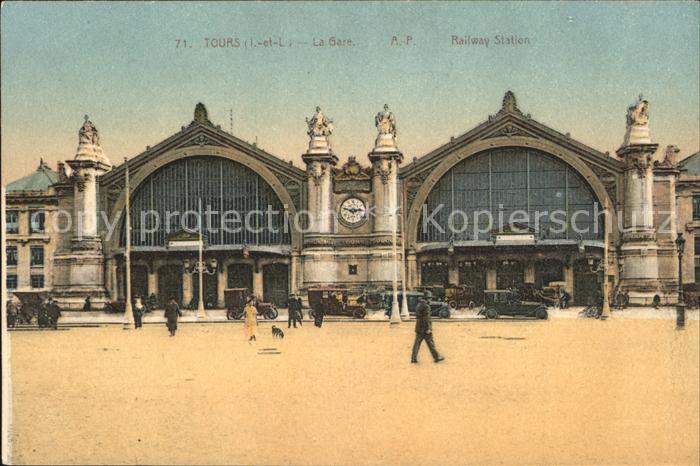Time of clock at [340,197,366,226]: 2:47
